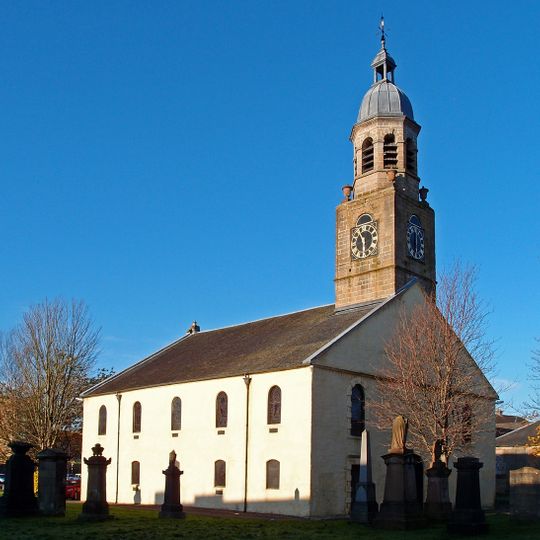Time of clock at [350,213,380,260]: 5:54
